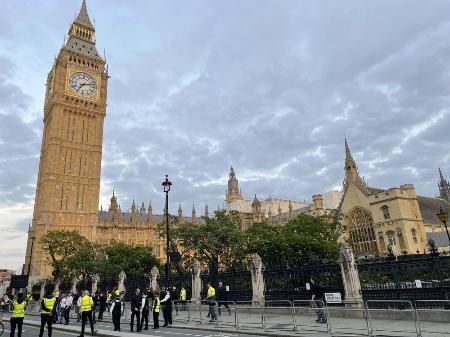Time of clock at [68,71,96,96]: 7:12
